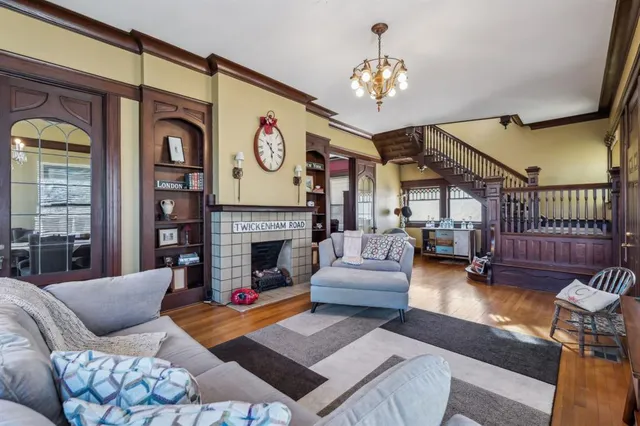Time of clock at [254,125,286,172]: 10:28
